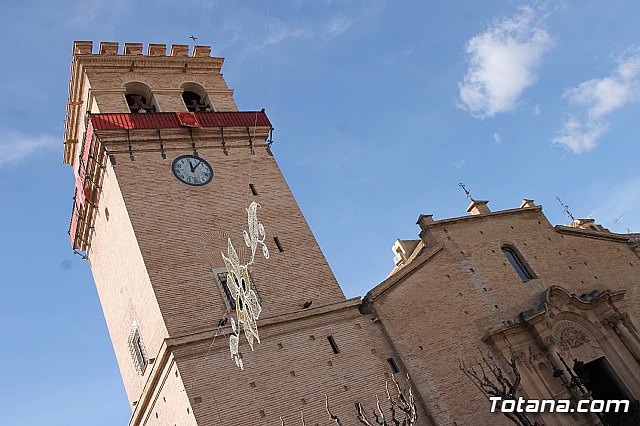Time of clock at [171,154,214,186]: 12:07
